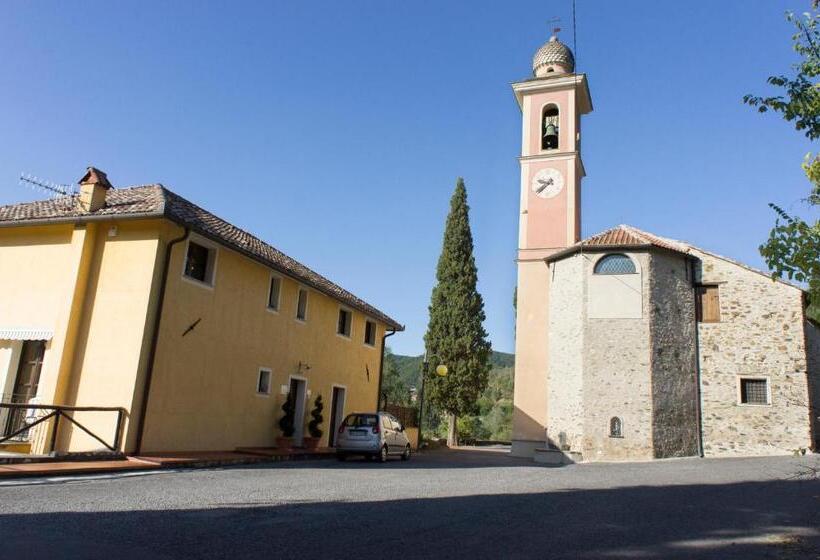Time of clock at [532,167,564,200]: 9:38
